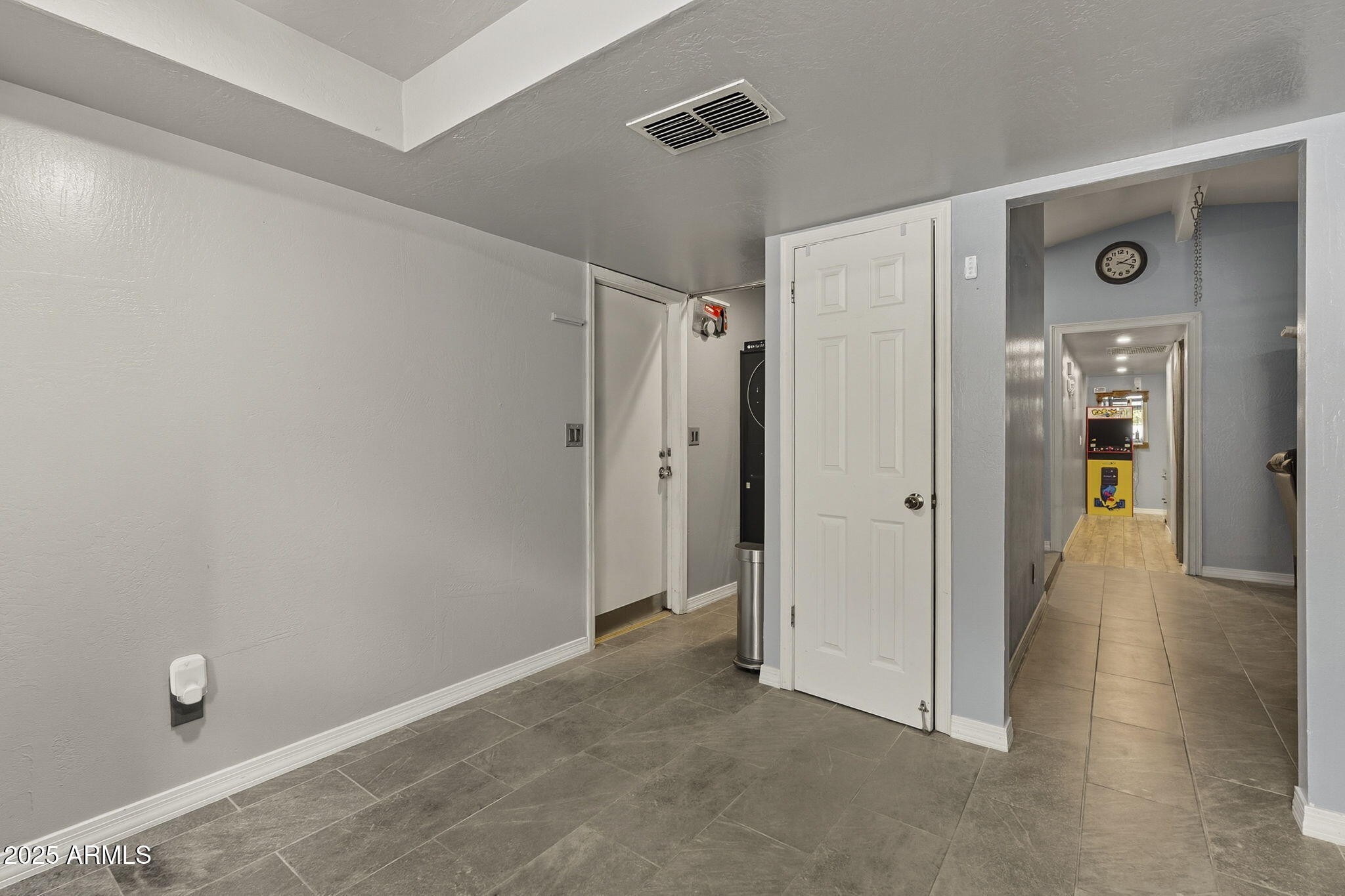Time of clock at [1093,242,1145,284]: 2:18
